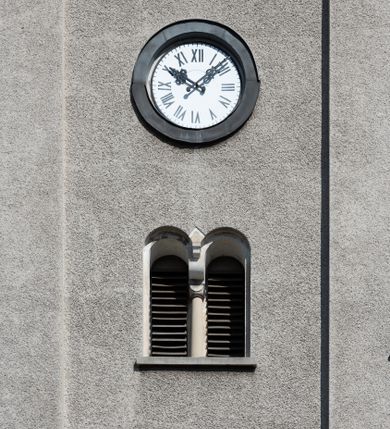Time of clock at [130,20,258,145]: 10:07
